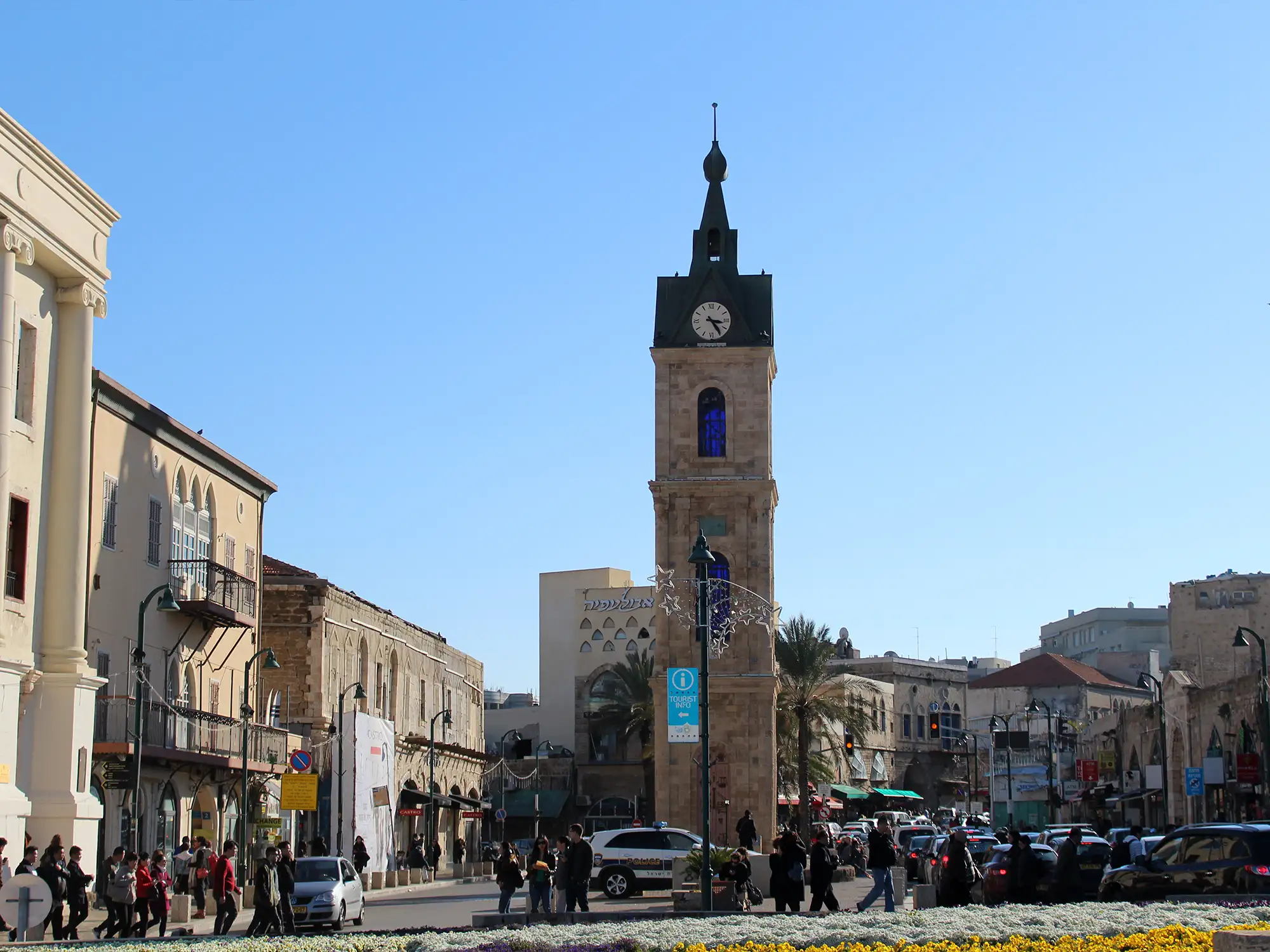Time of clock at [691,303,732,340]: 3:24
